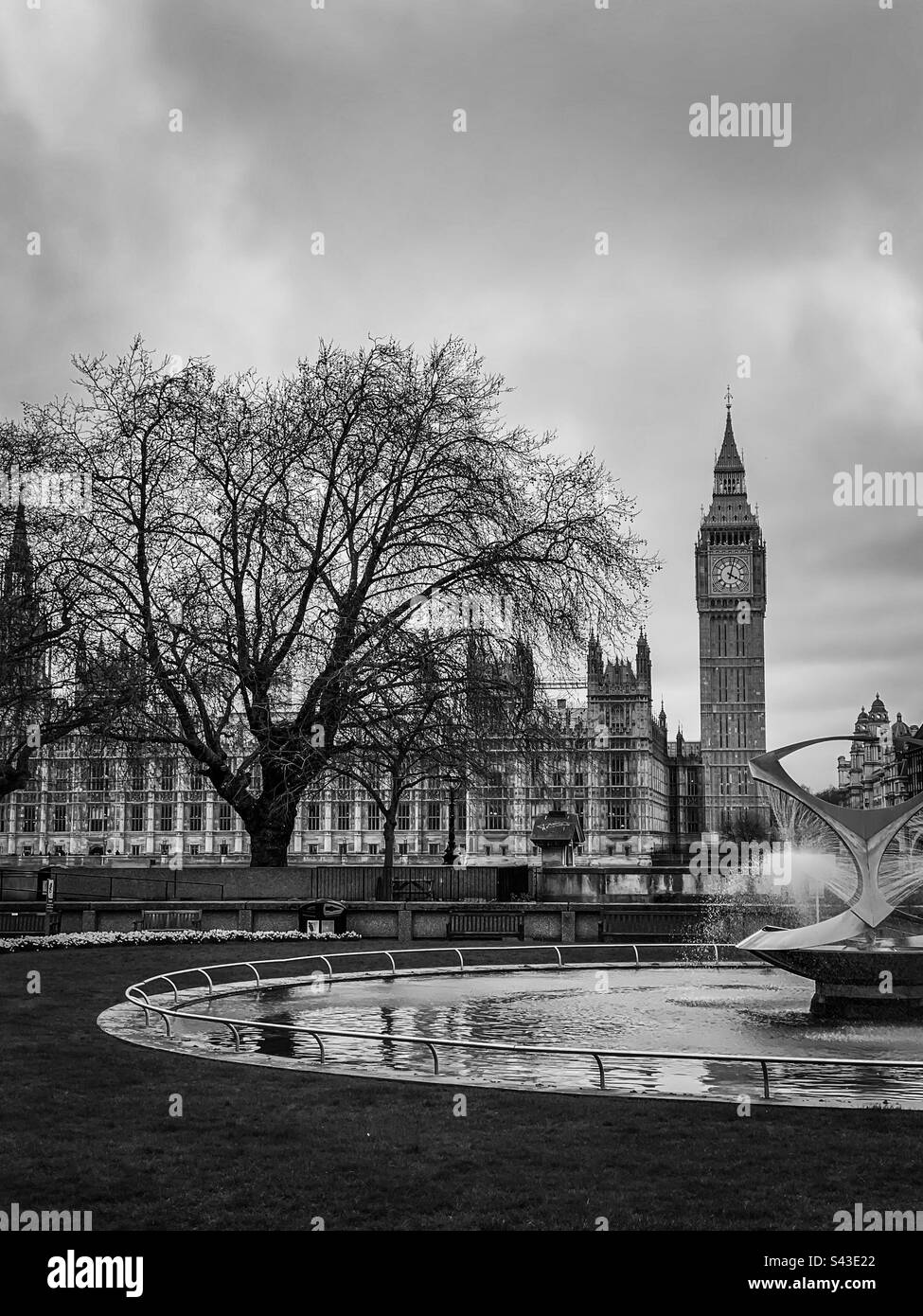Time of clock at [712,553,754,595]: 4:02
